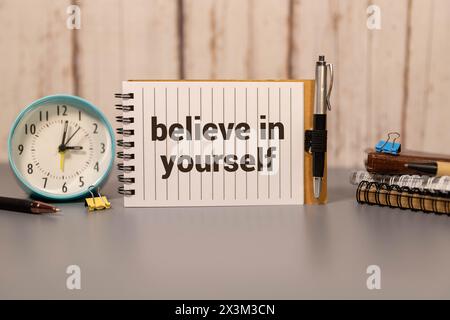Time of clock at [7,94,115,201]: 3:01
